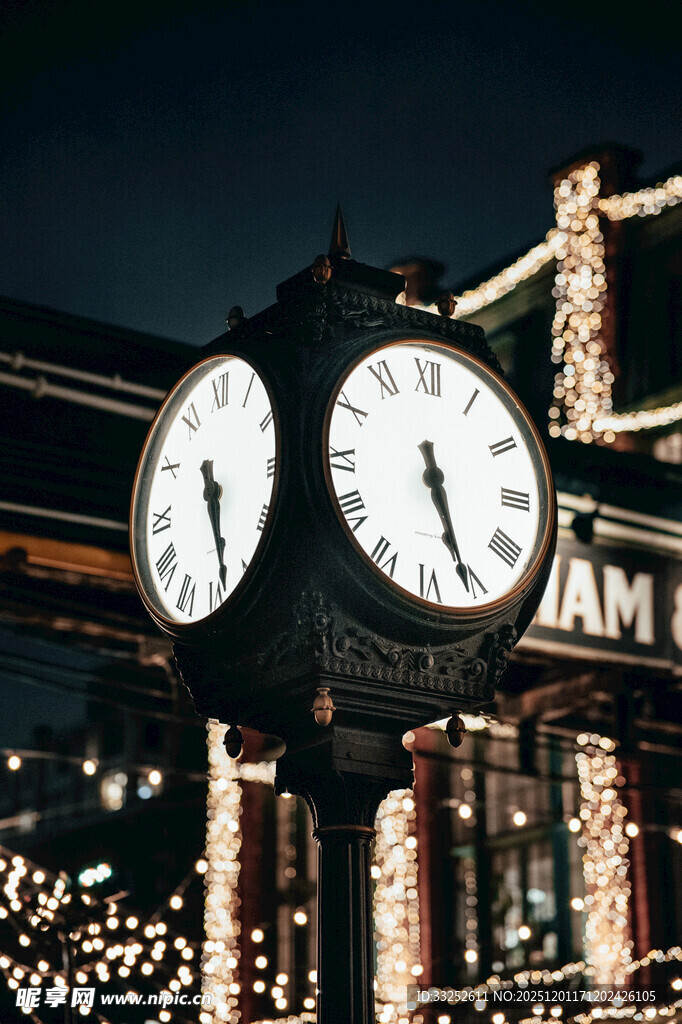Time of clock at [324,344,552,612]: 5:26
